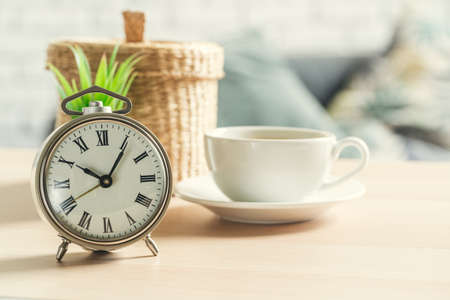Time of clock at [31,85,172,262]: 10:05
